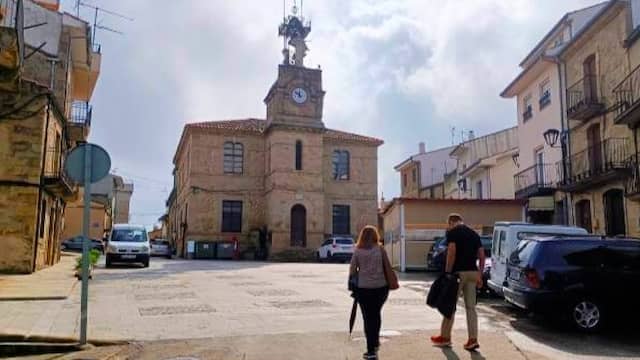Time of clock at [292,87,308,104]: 11:51
